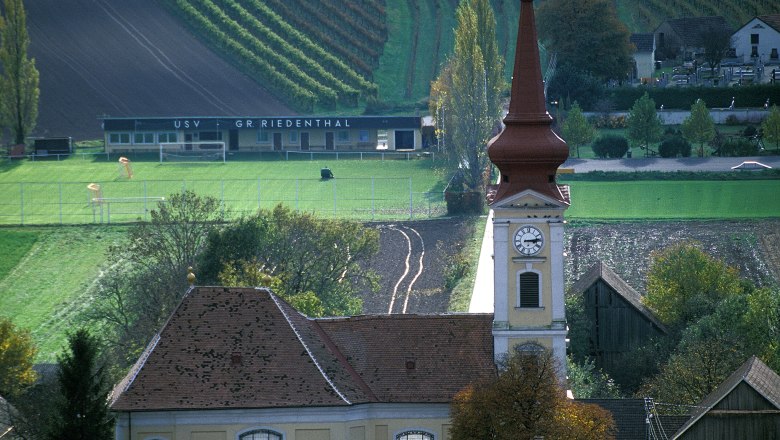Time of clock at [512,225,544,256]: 3:13
